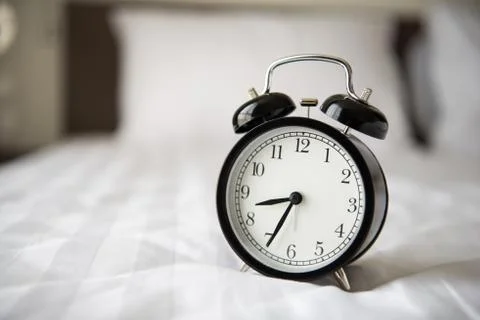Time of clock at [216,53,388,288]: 8:34
